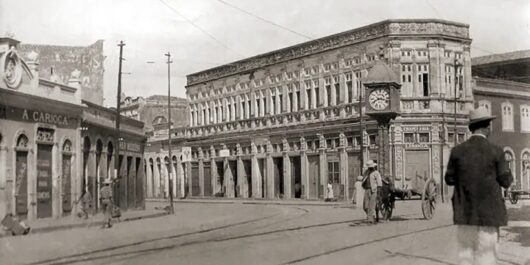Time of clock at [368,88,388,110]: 8:17
